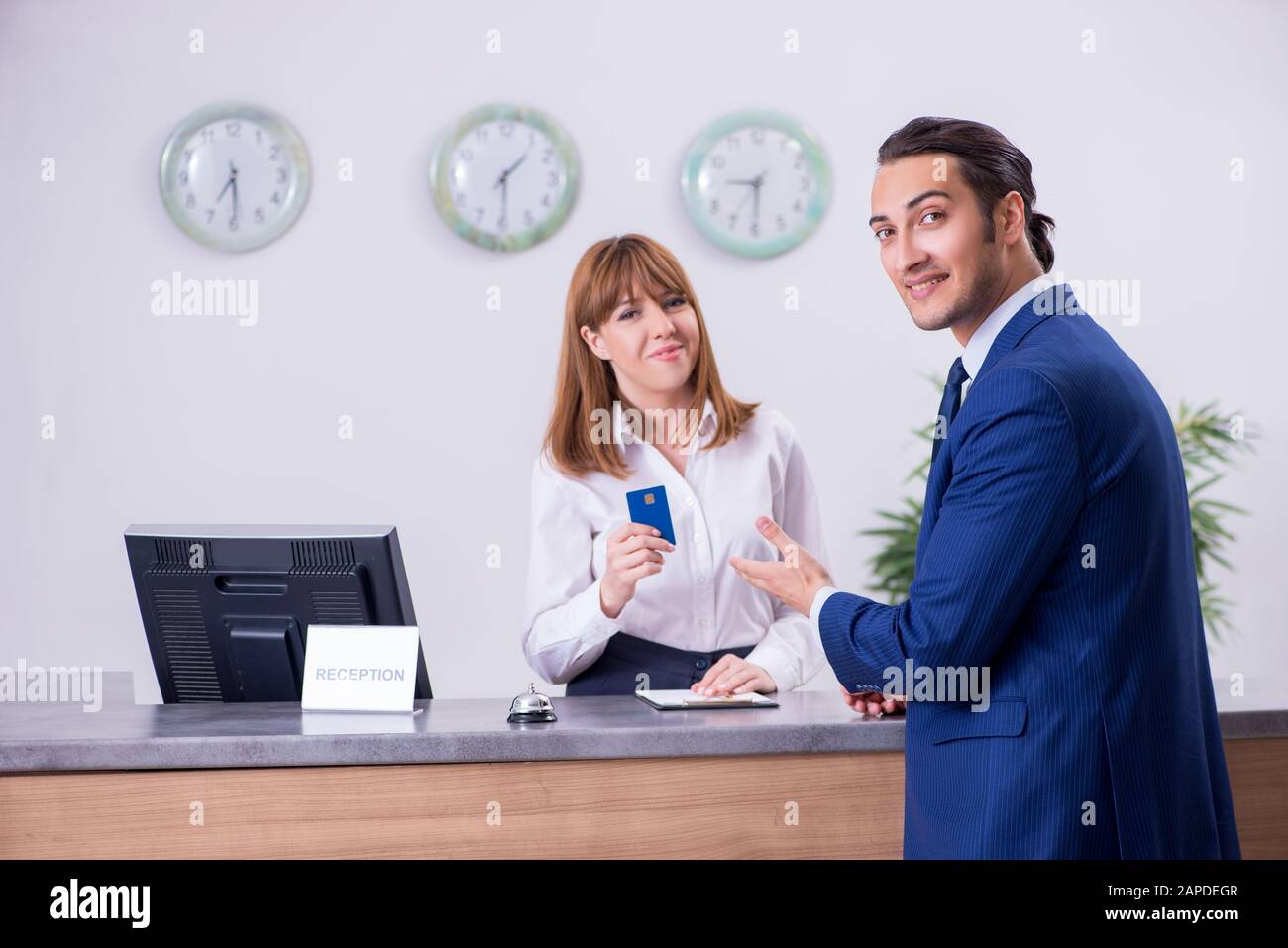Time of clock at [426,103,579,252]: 1:29
